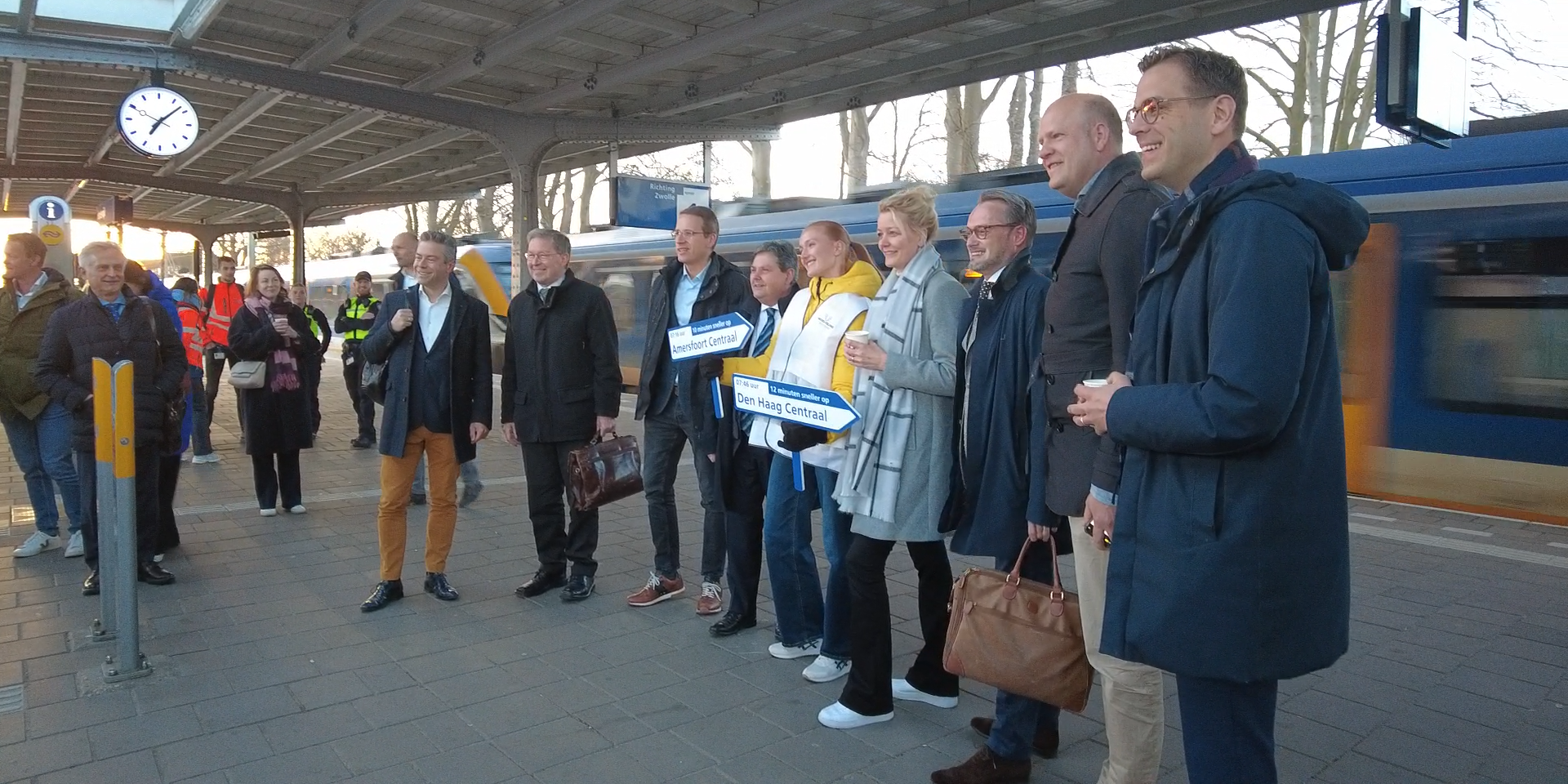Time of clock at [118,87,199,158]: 7:07
